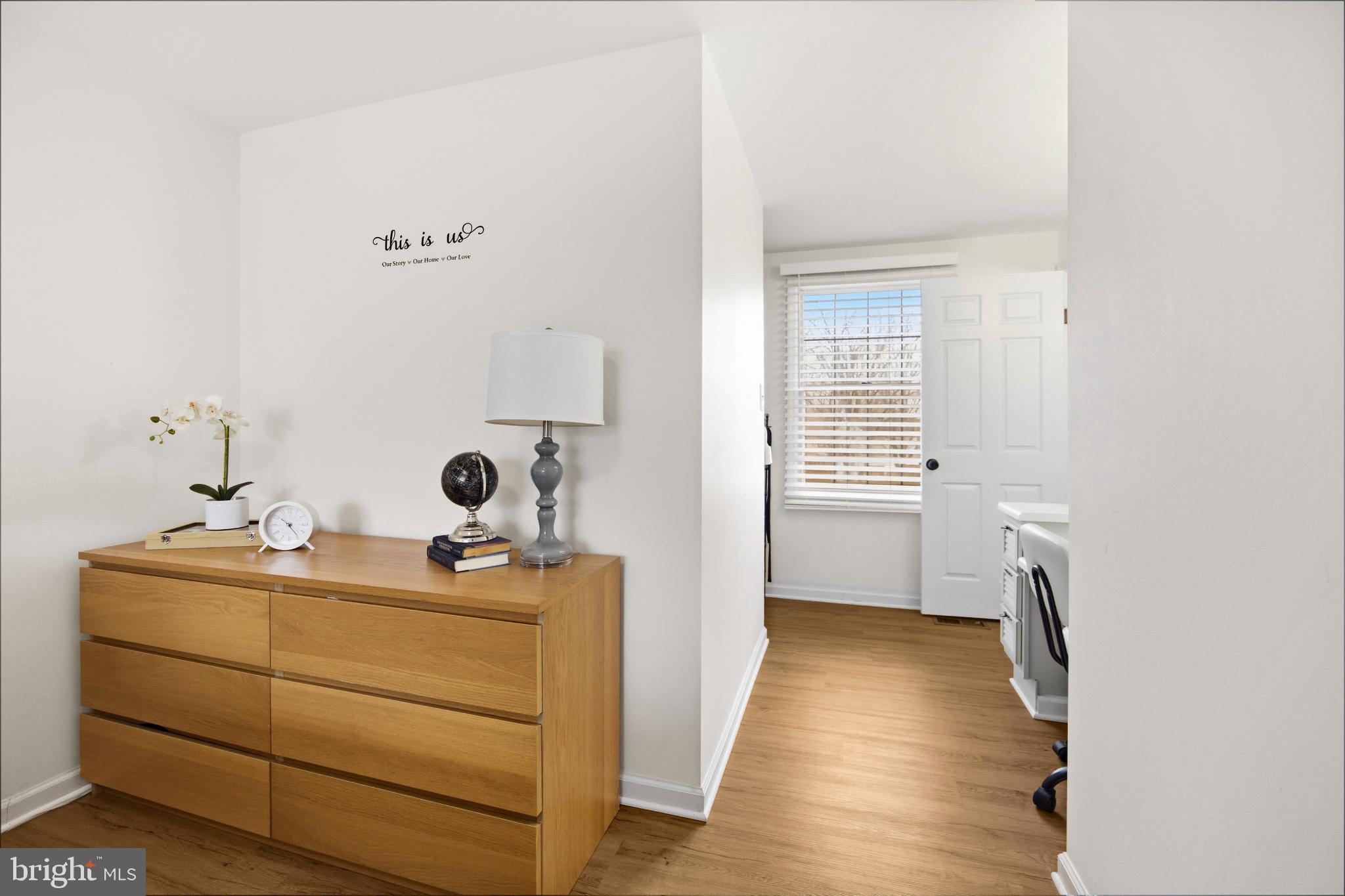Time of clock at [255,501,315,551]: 10:23
